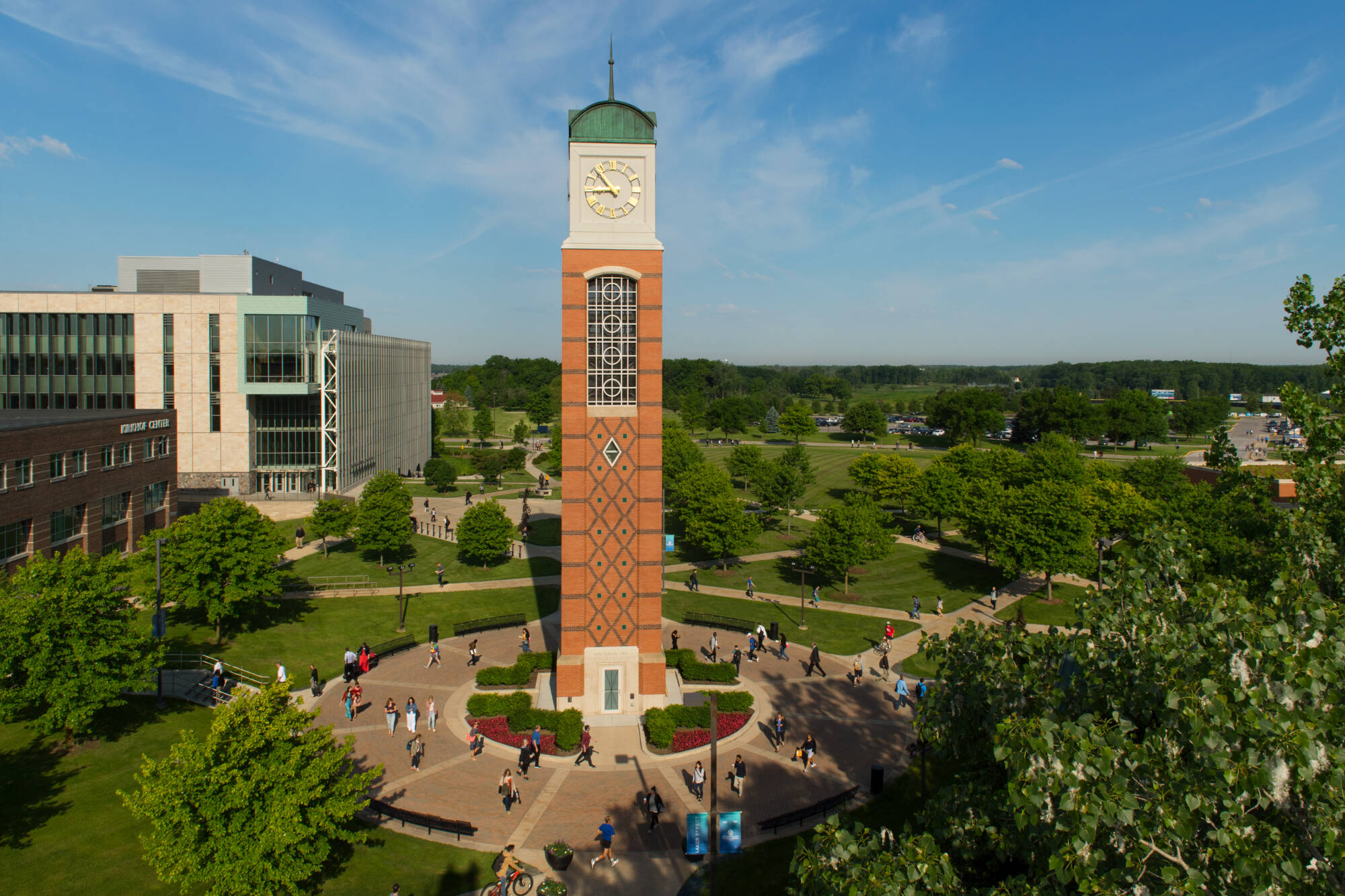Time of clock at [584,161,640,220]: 8:53
